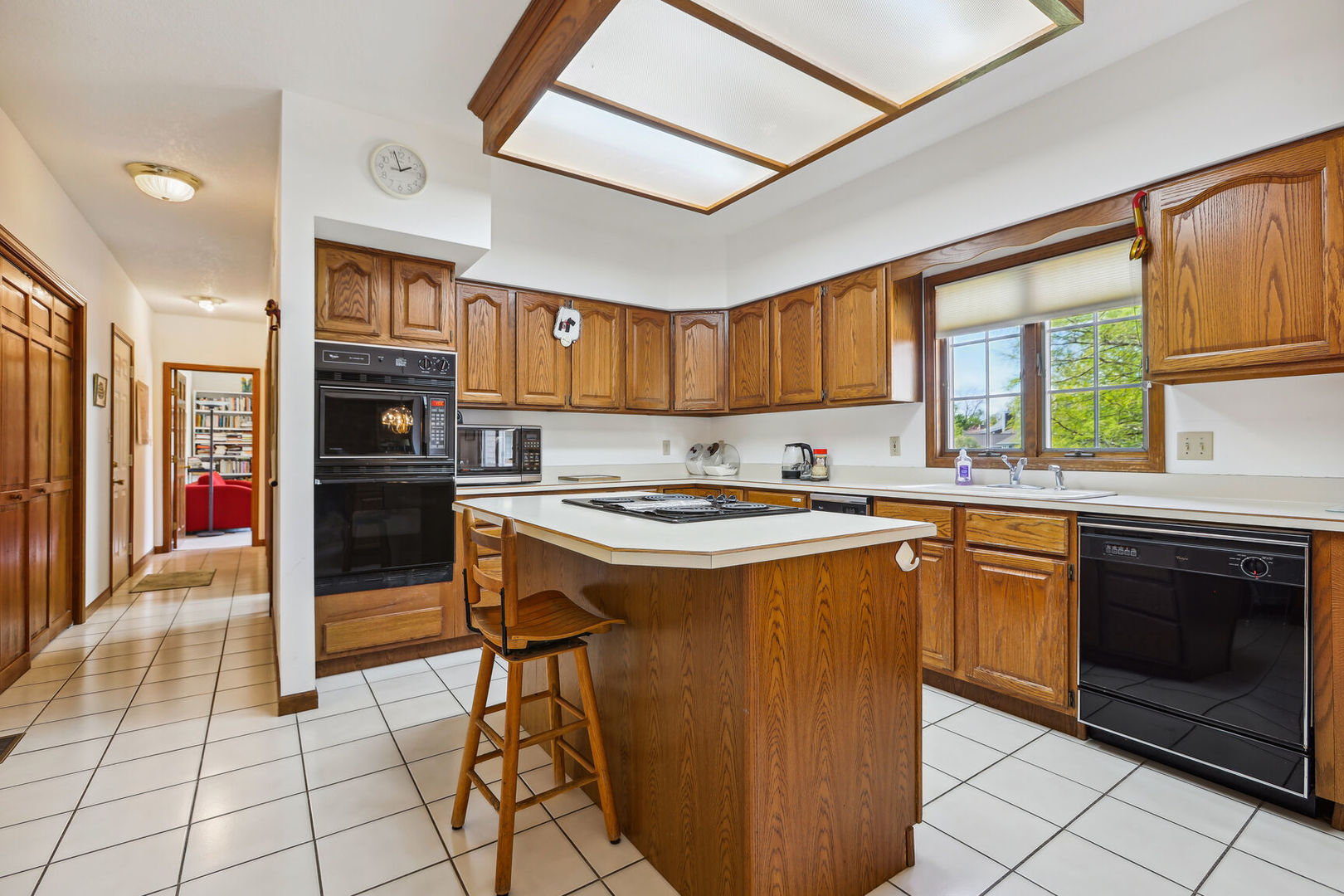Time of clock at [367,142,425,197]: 1:57
